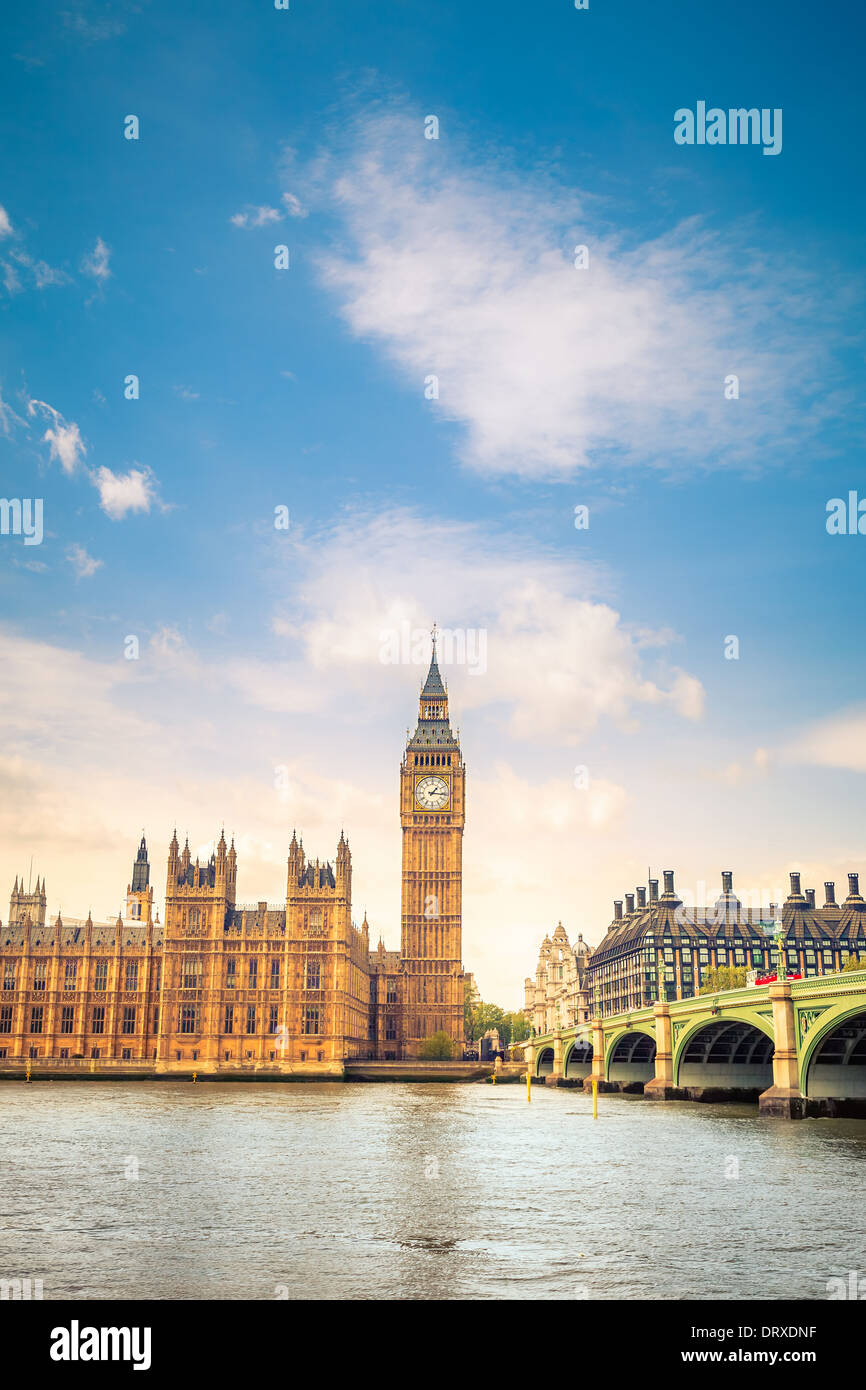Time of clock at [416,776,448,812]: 1:16
